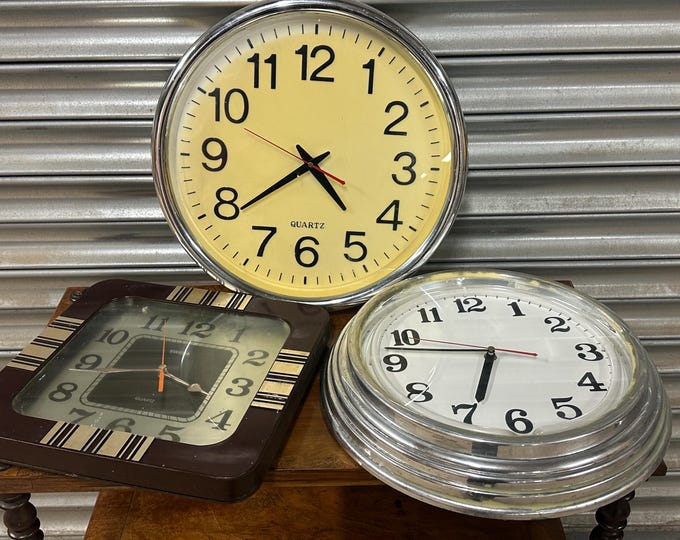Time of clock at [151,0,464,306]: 4:39
